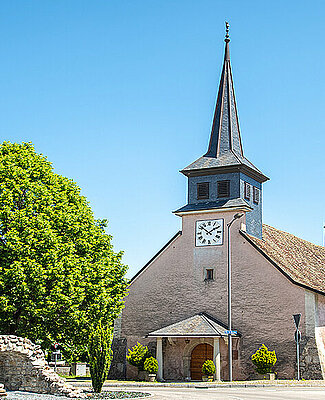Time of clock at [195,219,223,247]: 1:51
